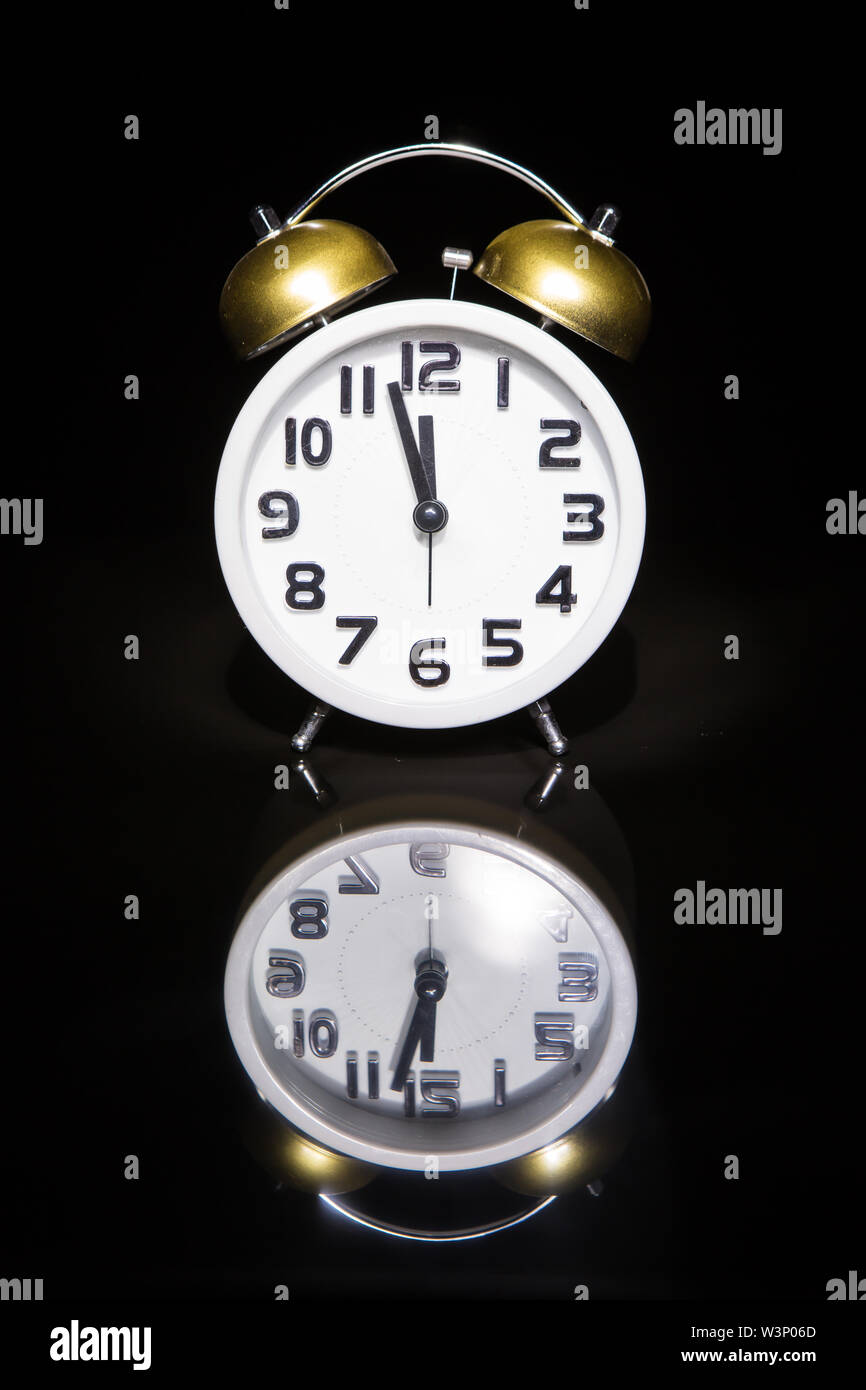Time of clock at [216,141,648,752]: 11:57
